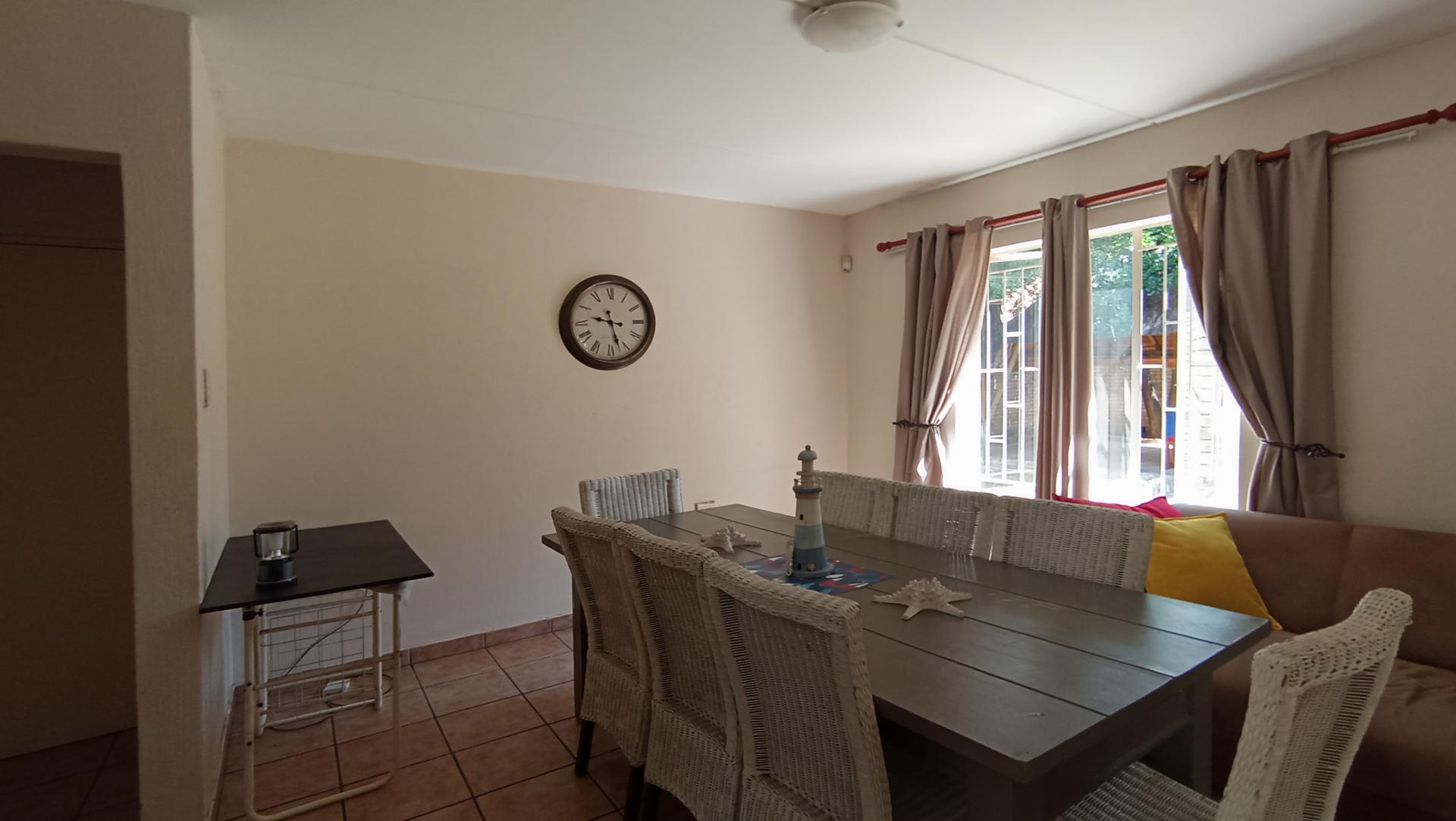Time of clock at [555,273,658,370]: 9:27
